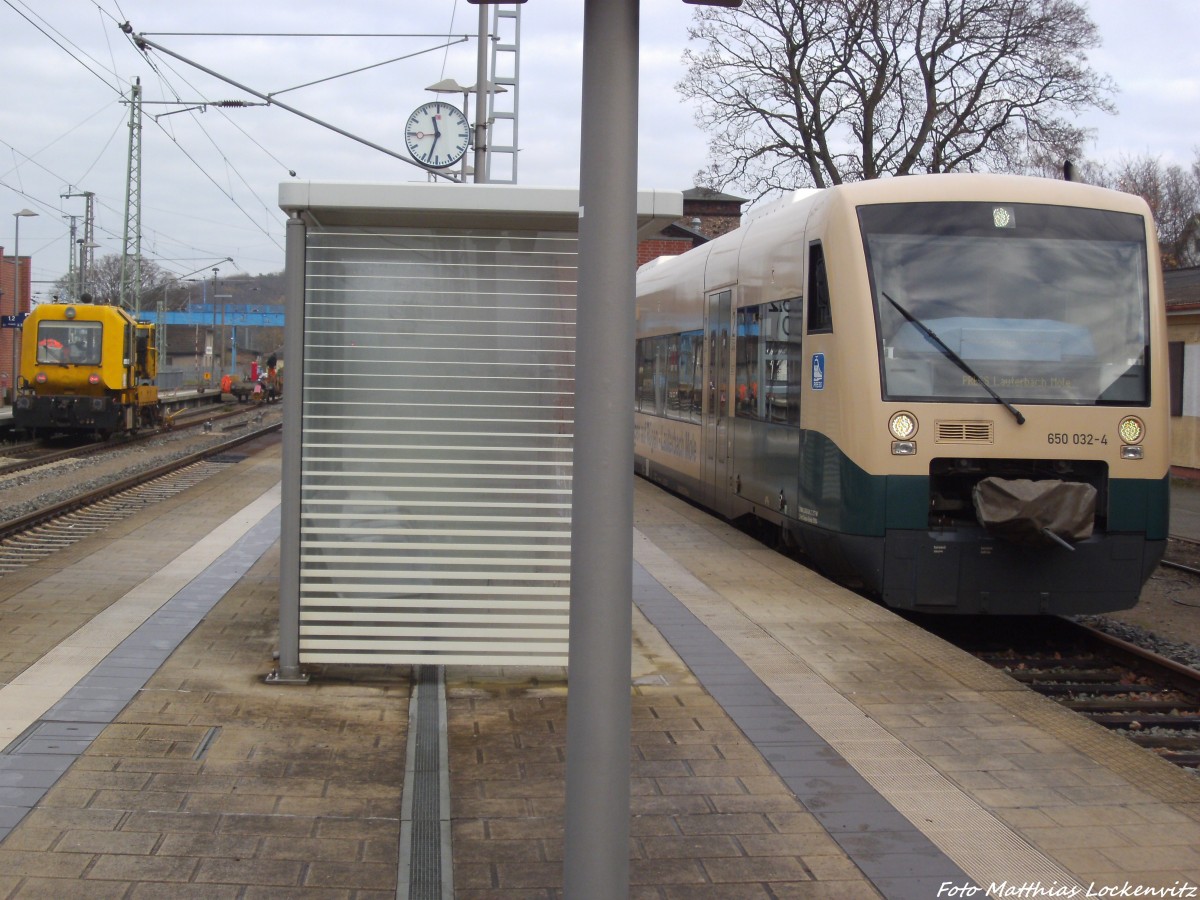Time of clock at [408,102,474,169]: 11:32
